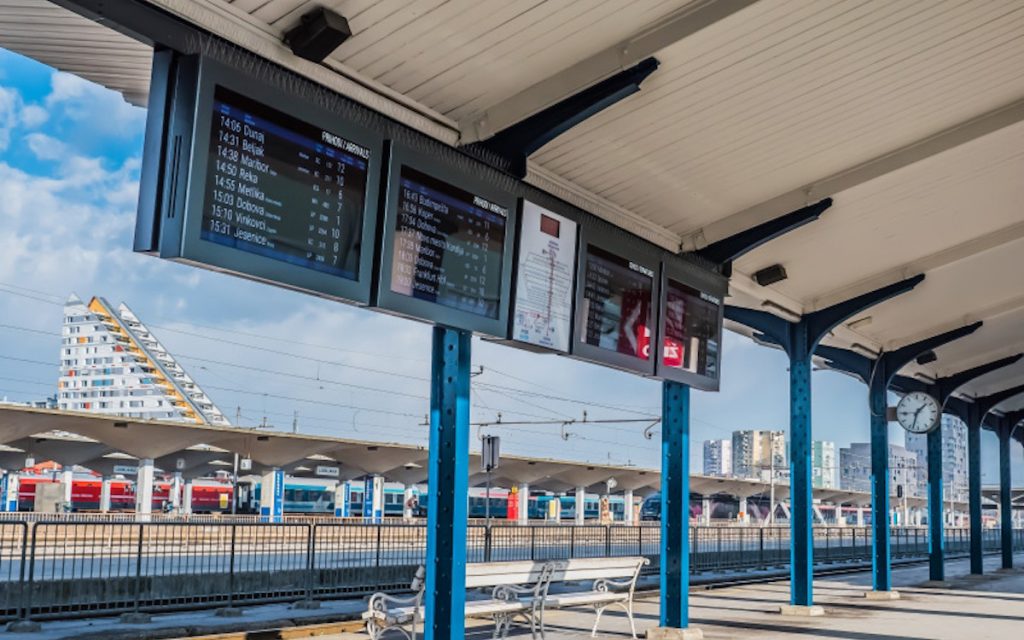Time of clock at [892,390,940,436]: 1:33
